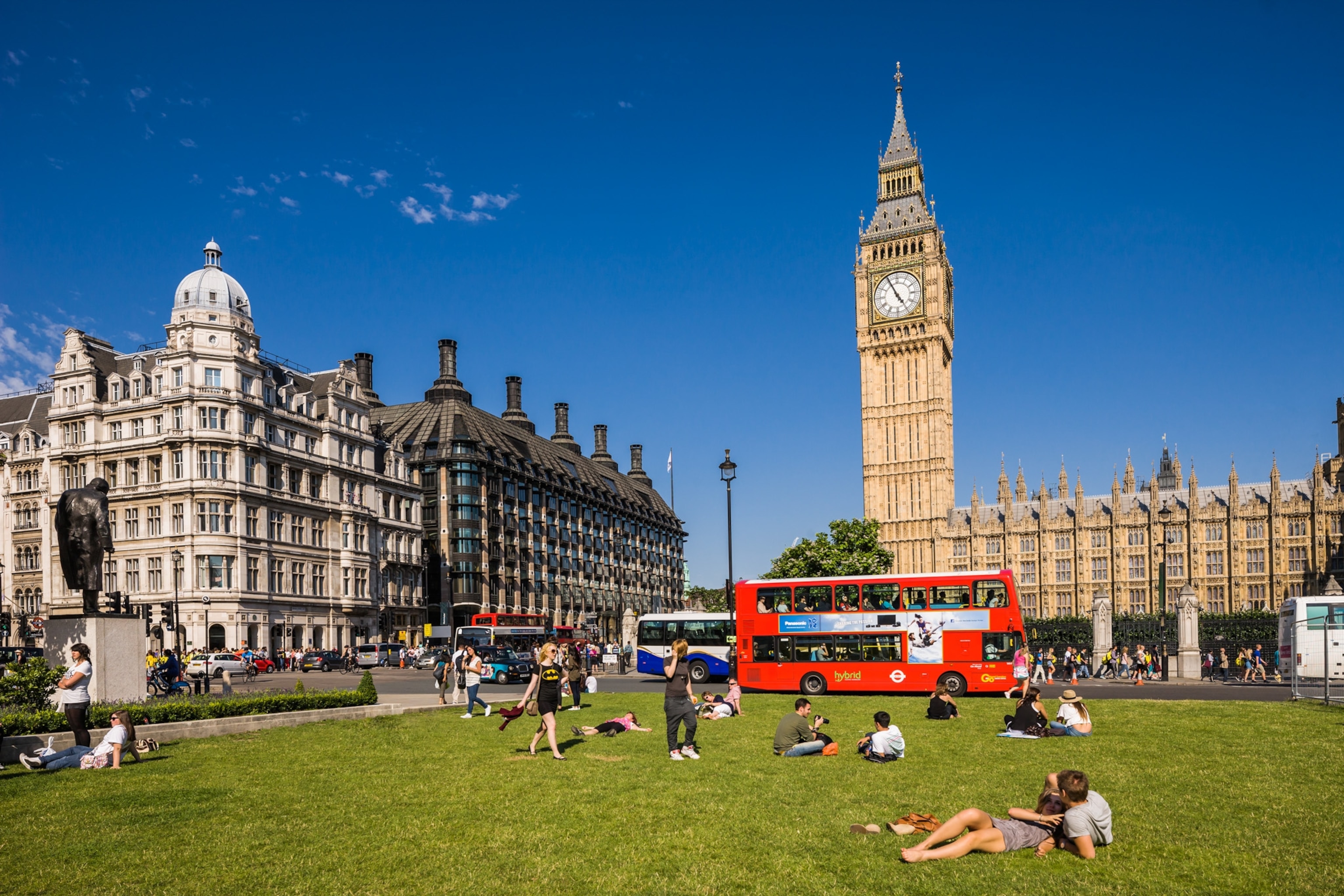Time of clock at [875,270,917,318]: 4:55
